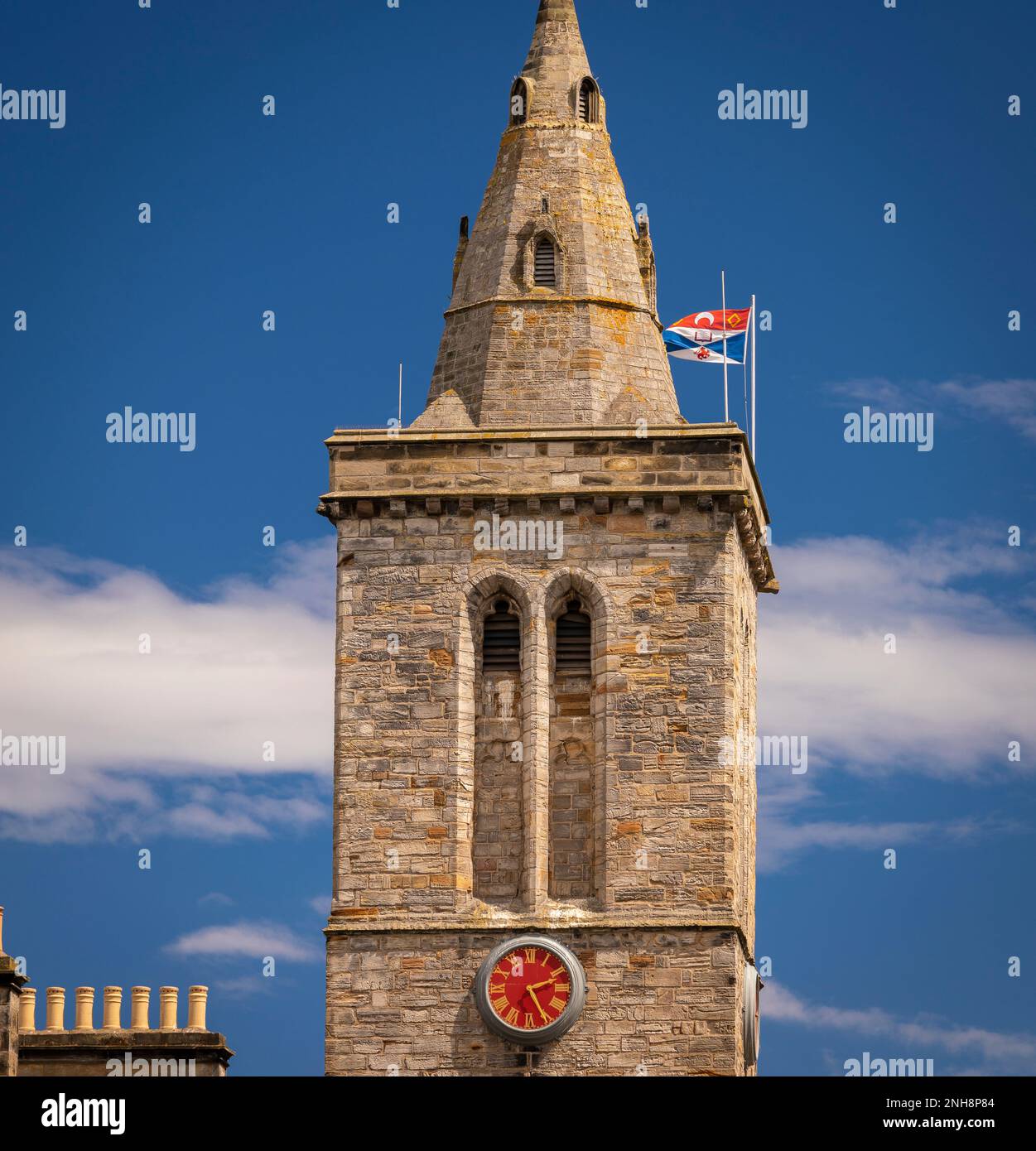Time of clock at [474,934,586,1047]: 2:25
